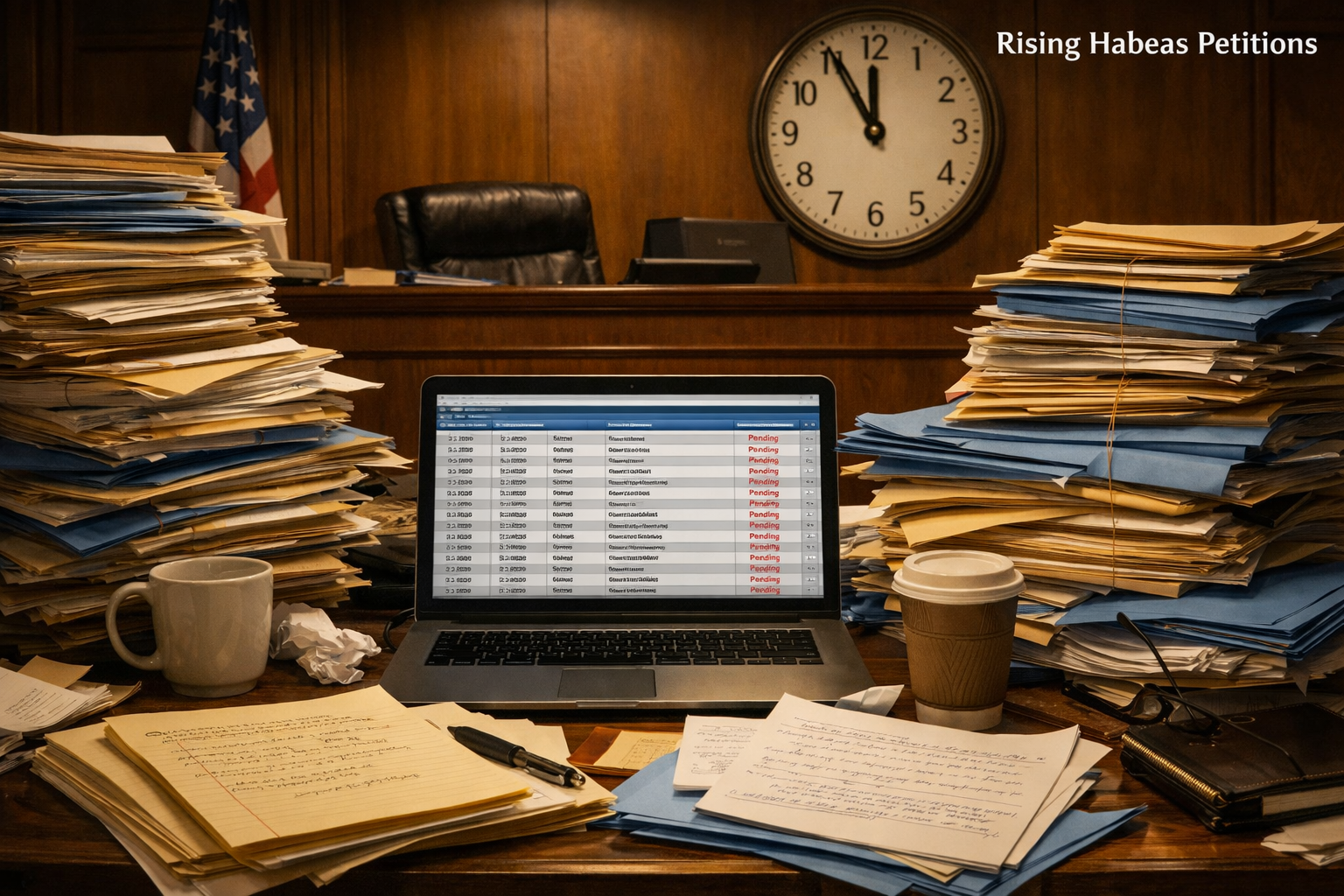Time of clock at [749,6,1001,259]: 11:55
